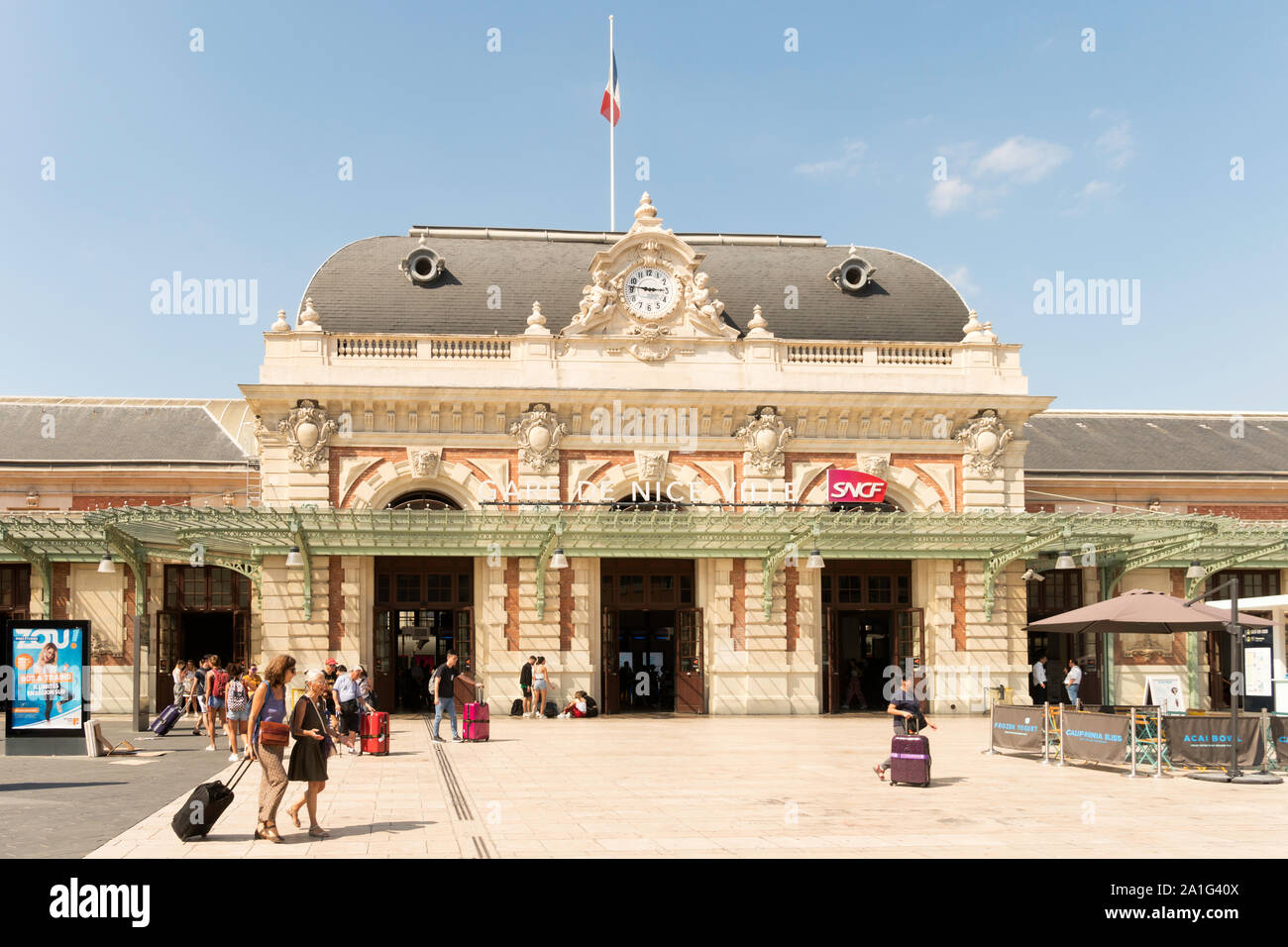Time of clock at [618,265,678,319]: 2:46
